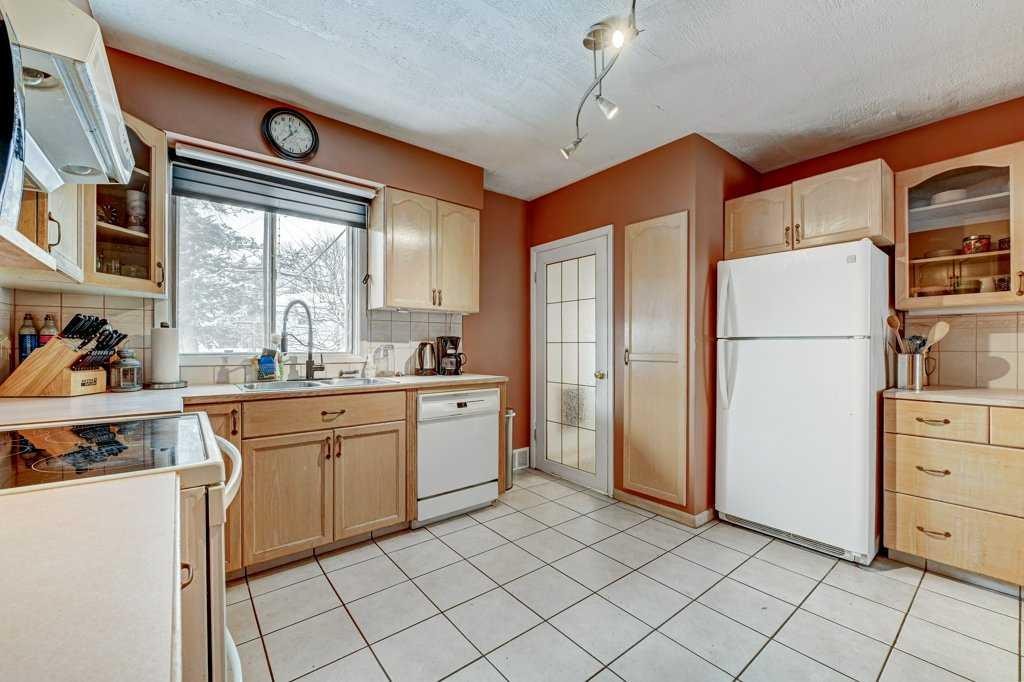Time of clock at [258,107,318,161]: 11:36
